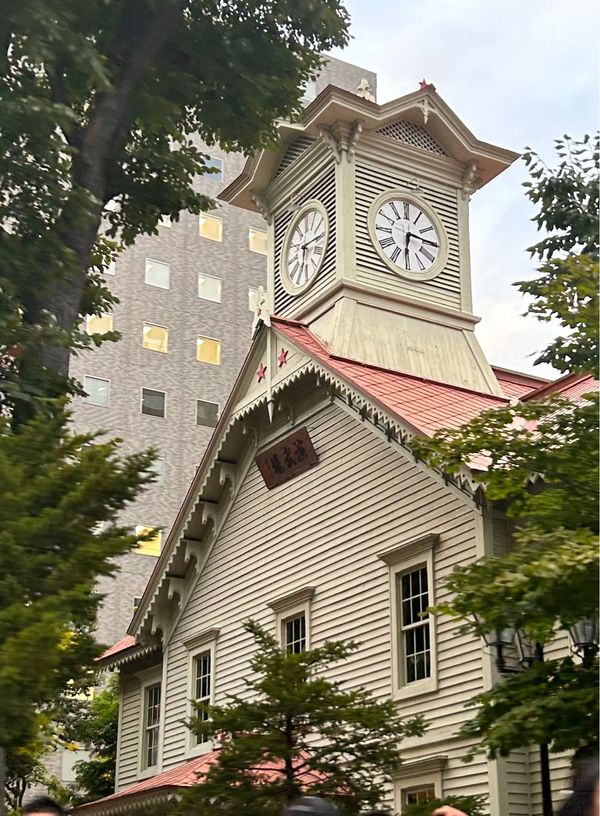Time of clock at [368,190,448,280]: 6:15
